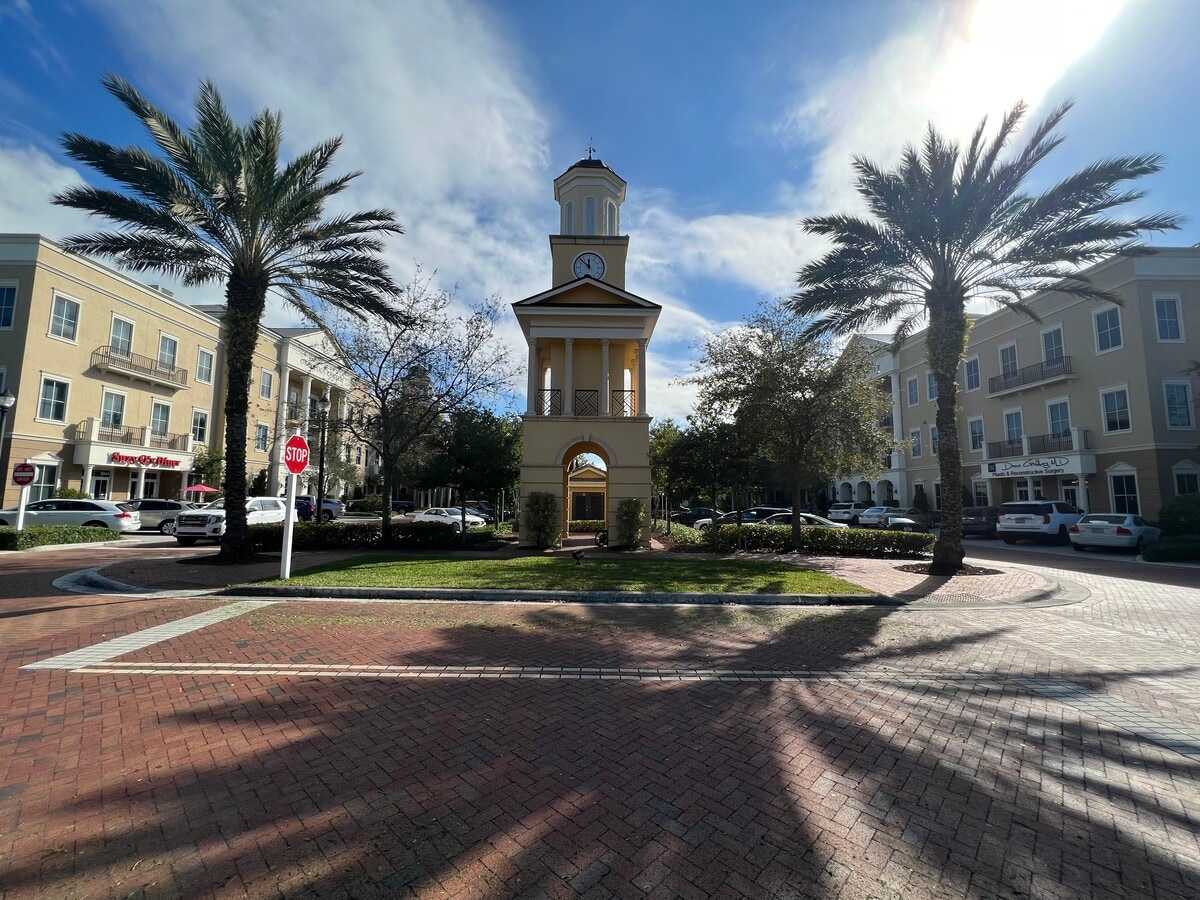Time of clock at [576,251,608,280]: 11:52
